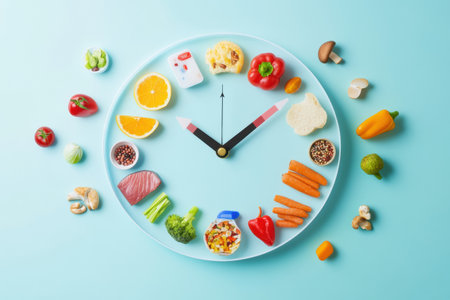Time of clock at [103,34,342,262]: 10:07
